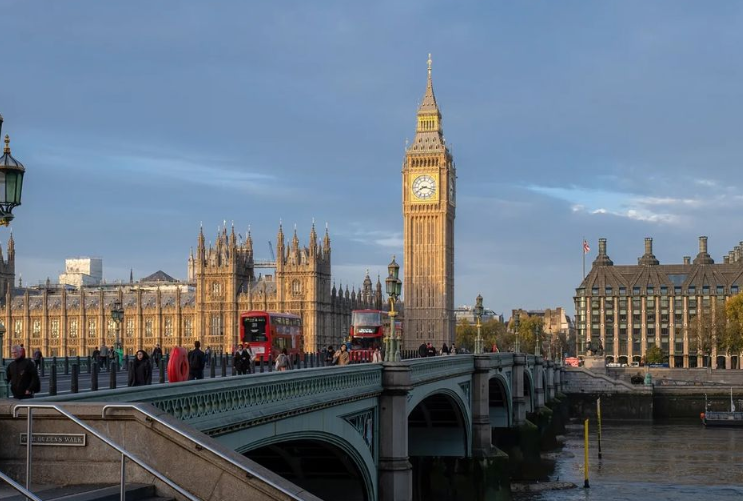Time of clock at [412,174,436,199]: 8:17
